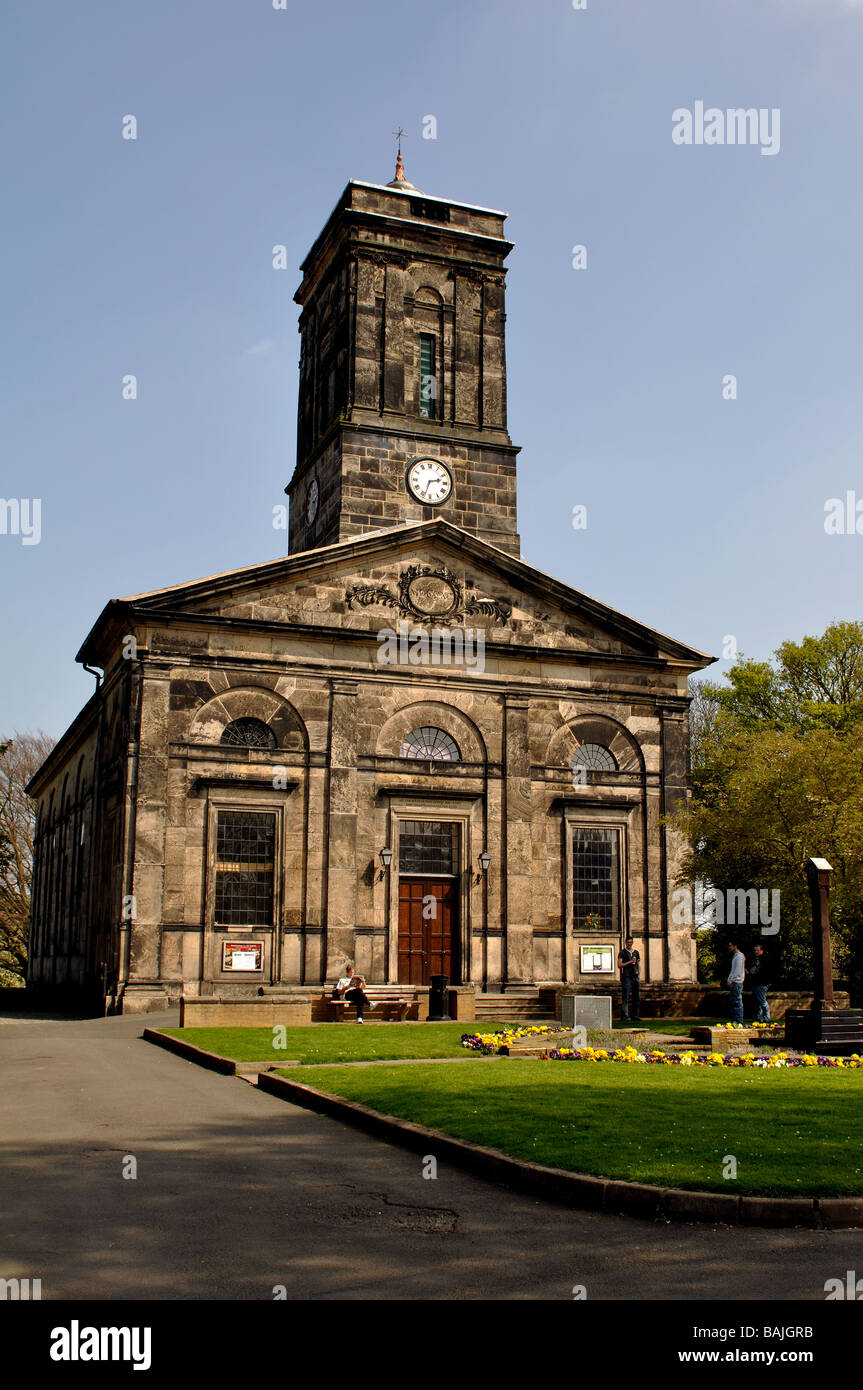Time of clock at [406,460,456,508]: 2:33
